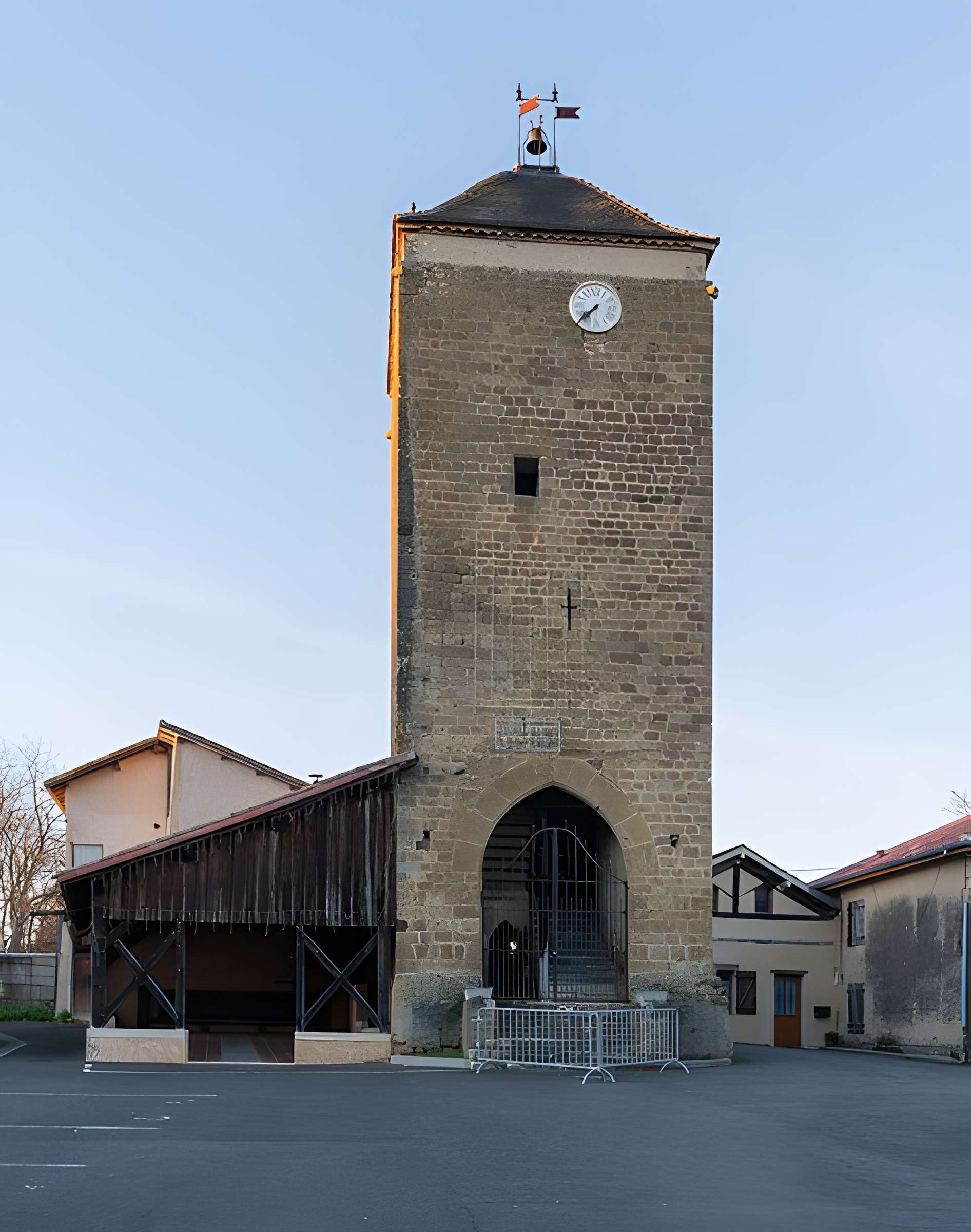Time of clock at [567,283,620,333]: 7:37
